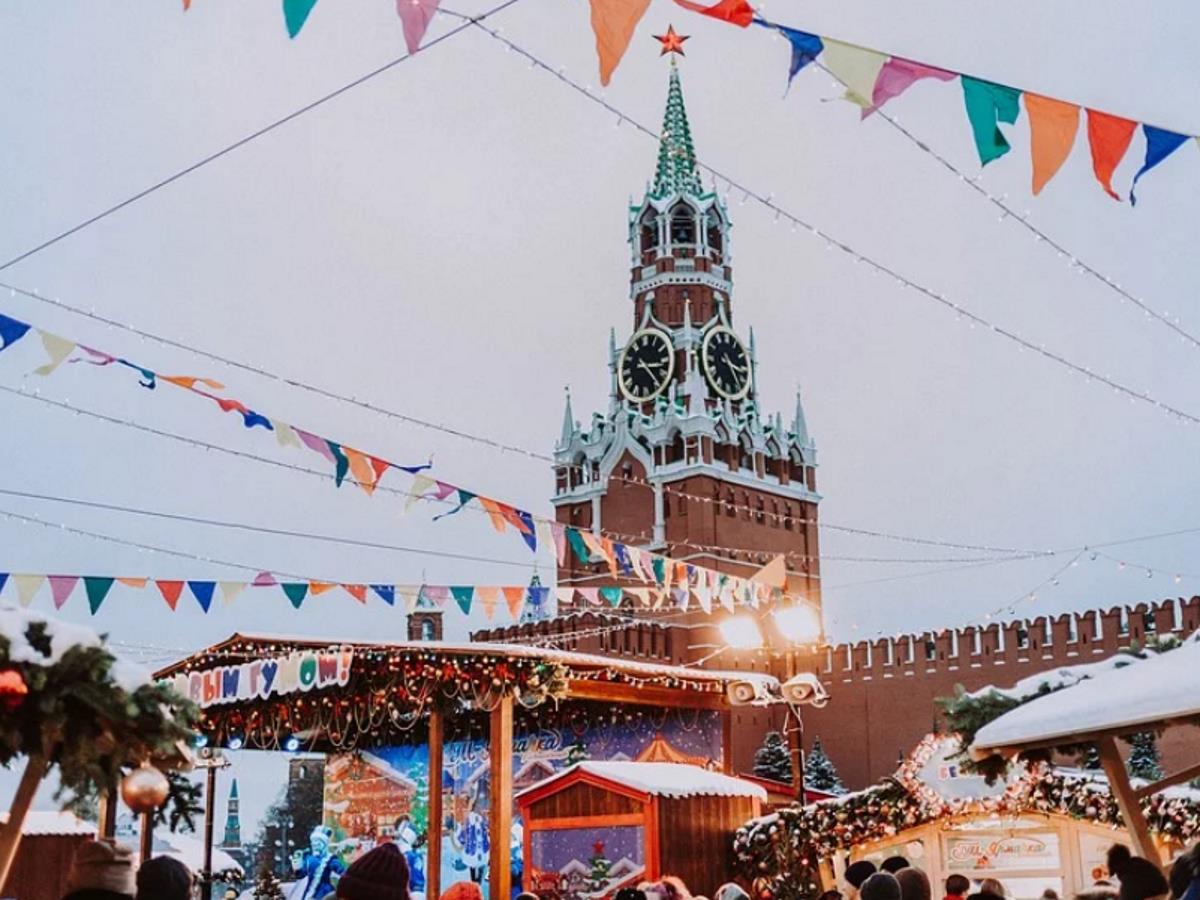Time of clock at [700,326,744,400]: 3:24
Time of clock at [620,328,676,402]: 3:23
